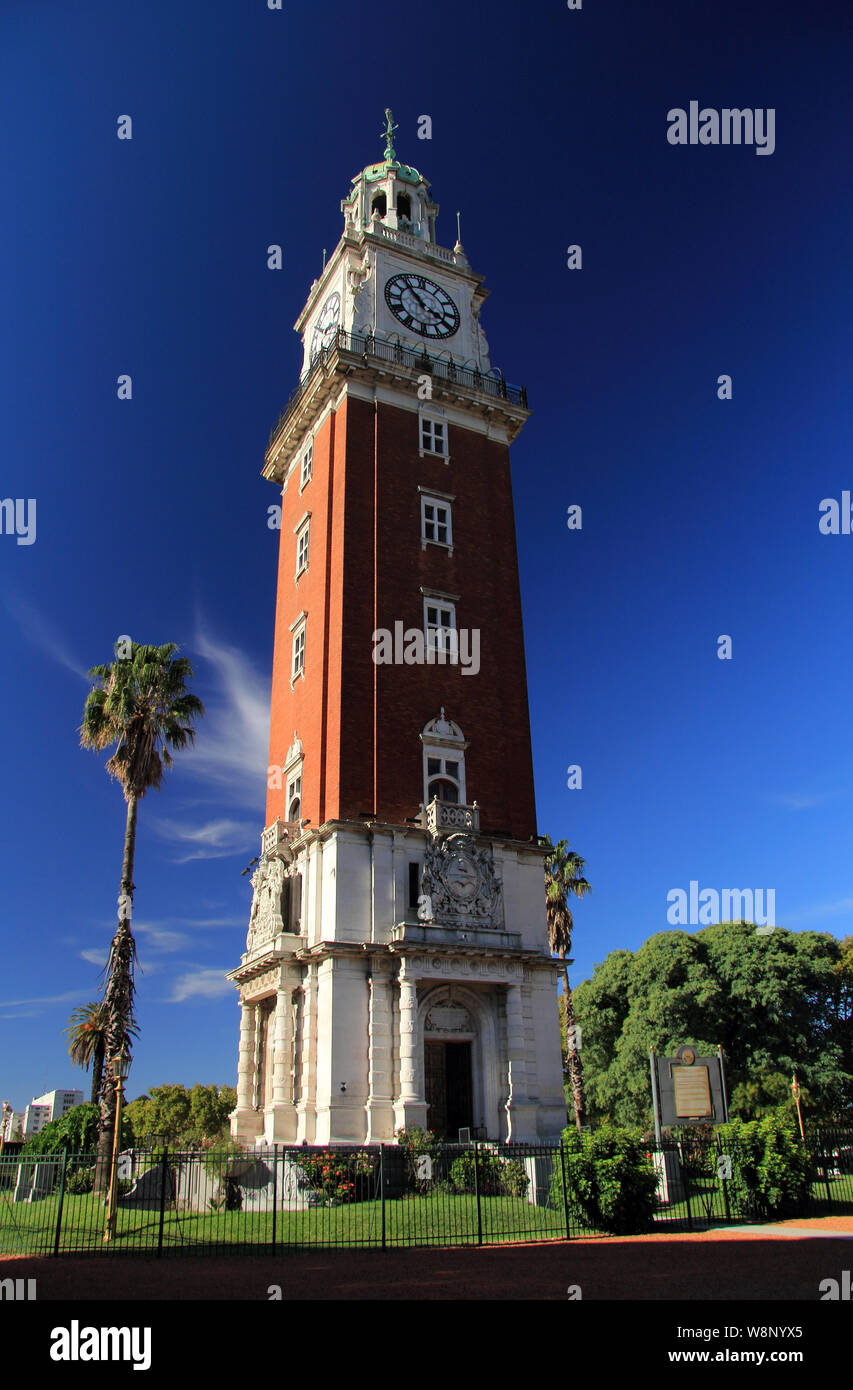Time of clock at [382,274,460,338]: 3:53
